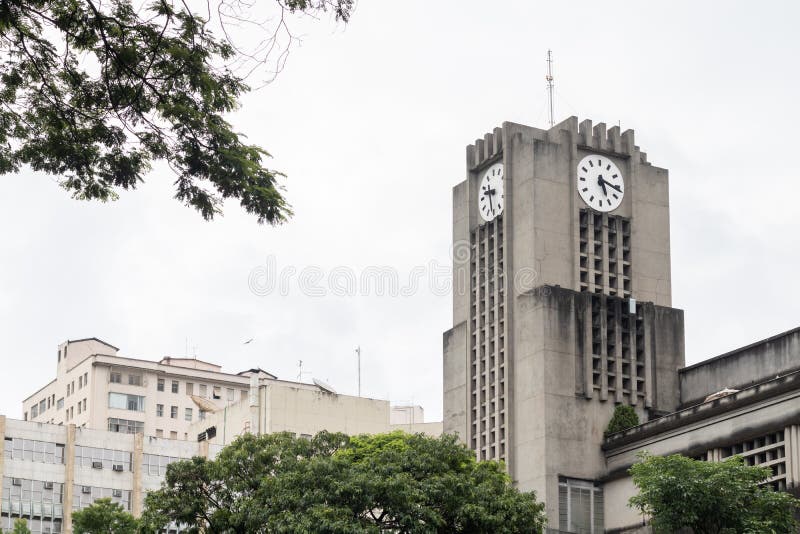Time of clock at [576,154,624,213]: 5:16
